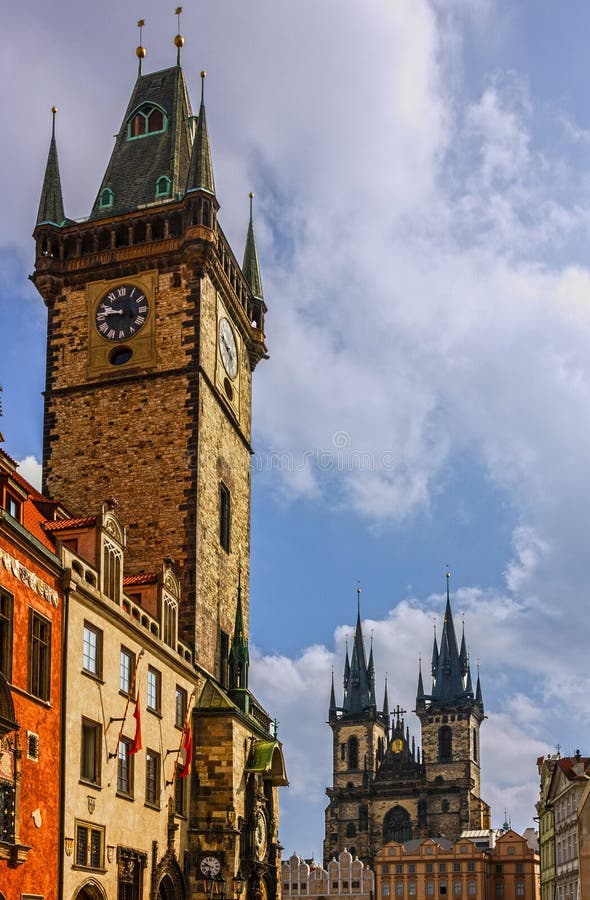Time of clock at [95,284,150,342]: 9:45
